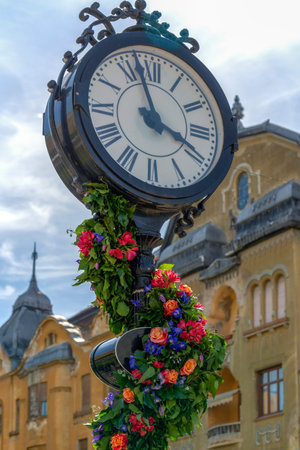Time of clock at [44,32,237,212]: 3:57
